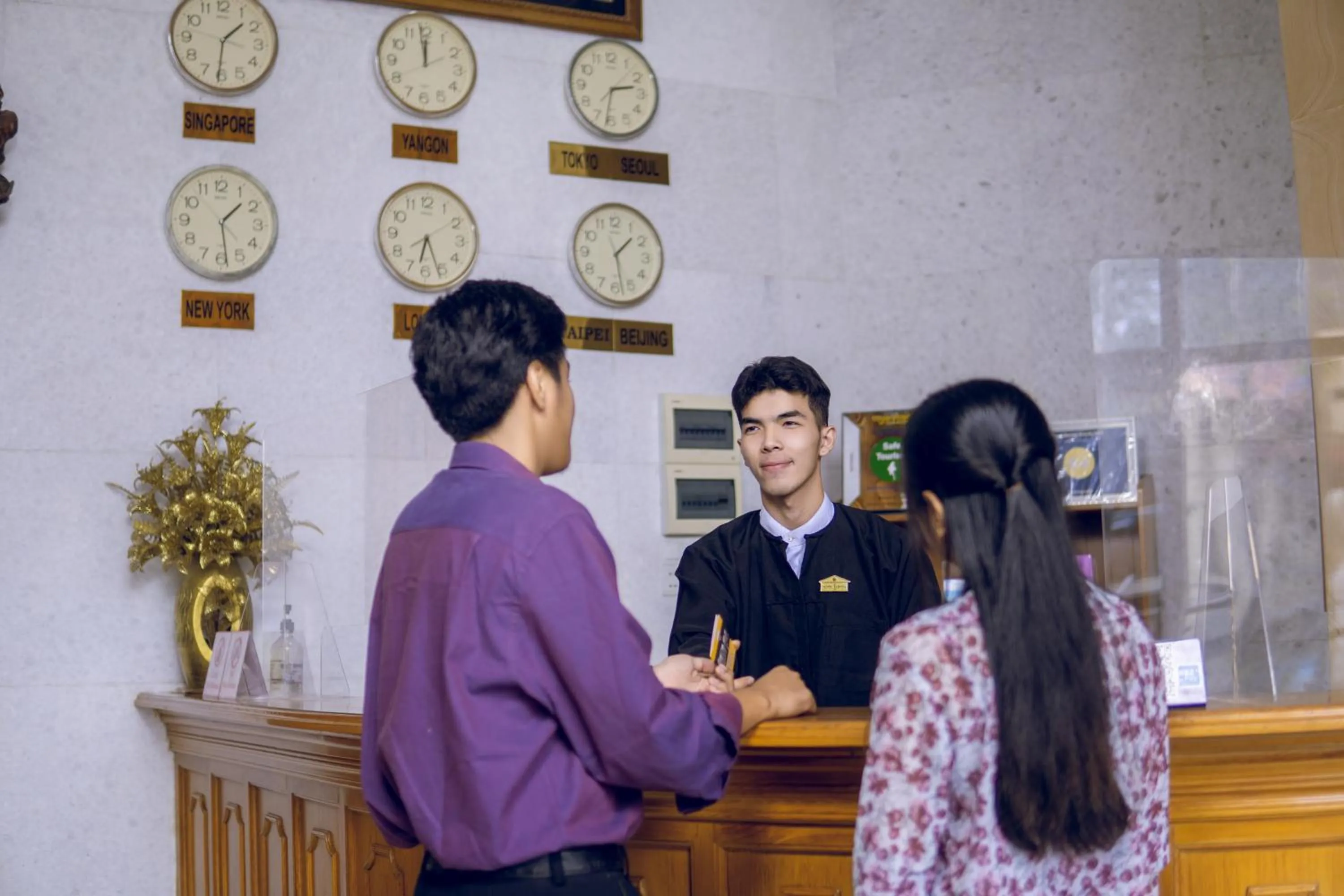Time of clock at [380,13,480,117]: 11:58
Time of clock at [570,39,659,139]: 2:31
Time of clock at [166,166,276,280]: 1:28
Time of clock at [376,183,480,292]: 6:26
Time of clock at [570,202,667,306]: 1:28
